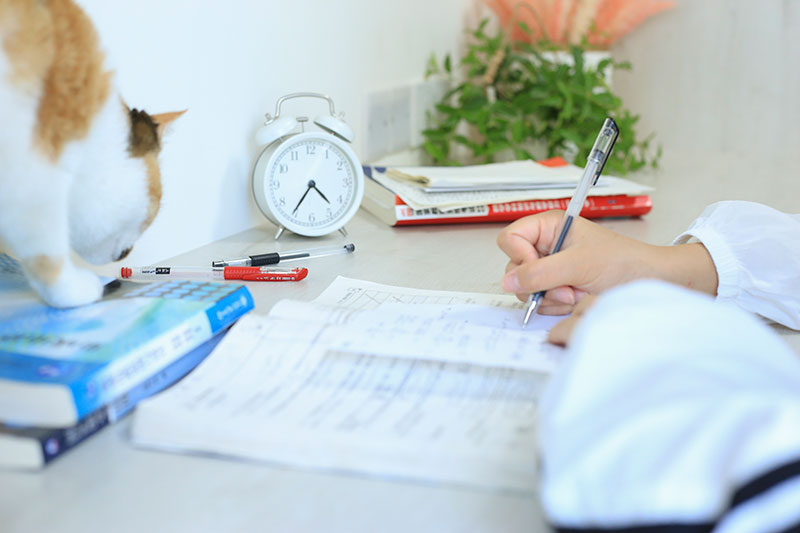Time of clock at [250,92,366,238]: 4:35
